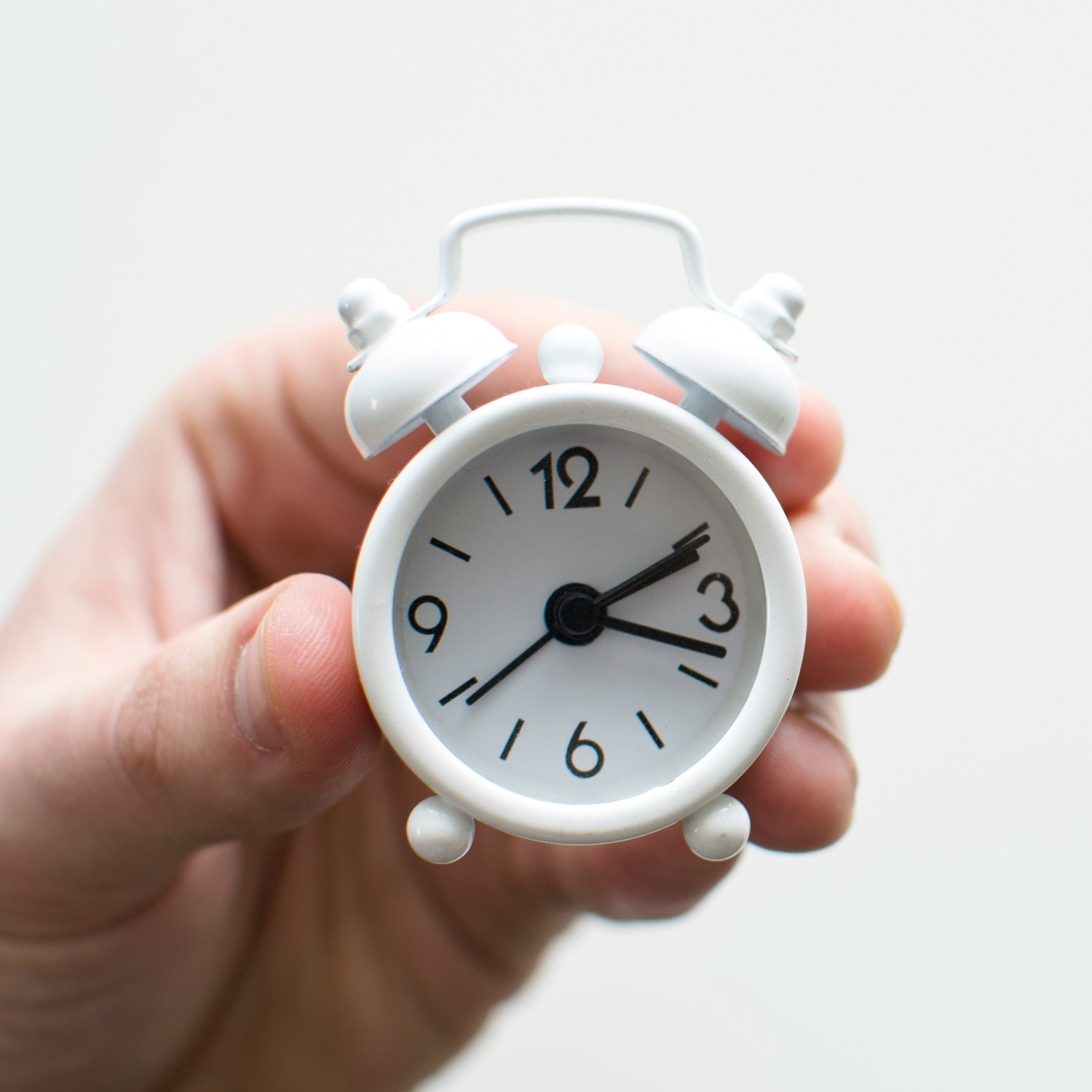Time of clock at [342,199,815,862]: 2:18
